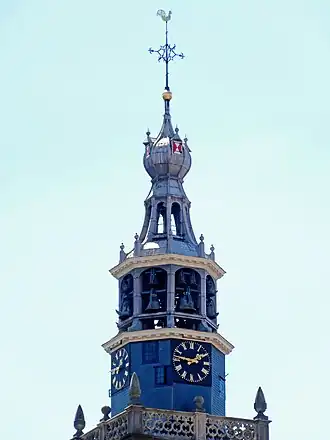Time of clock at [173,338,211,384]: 1:46
